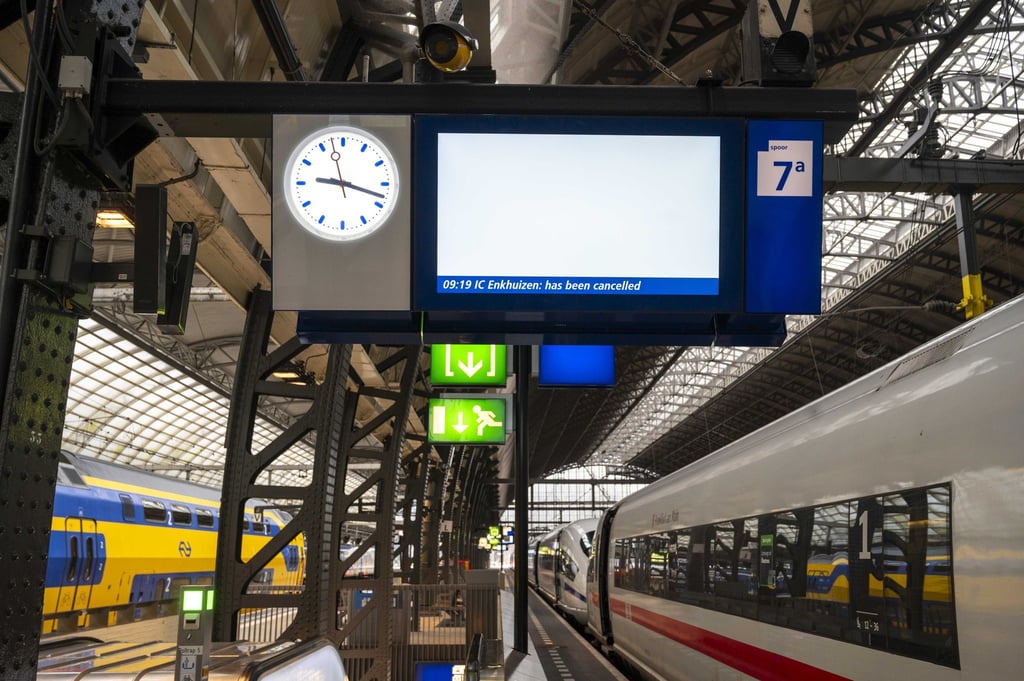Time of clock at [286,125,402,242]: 9:17
